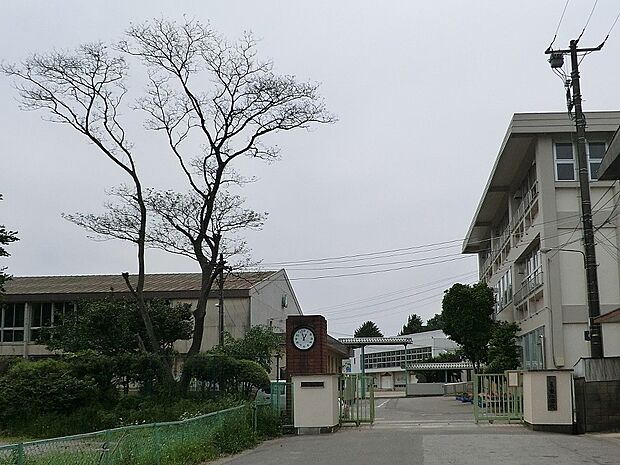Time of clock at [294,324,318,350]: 12:57
